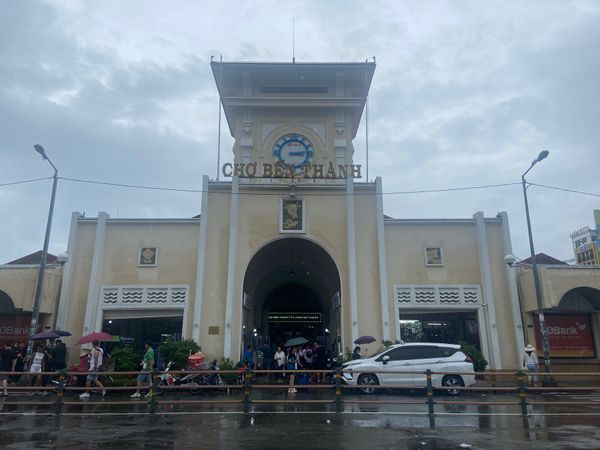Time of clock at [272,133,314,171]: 3:13
